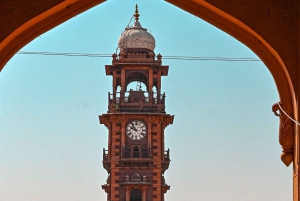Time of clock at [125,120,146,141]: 9:53
